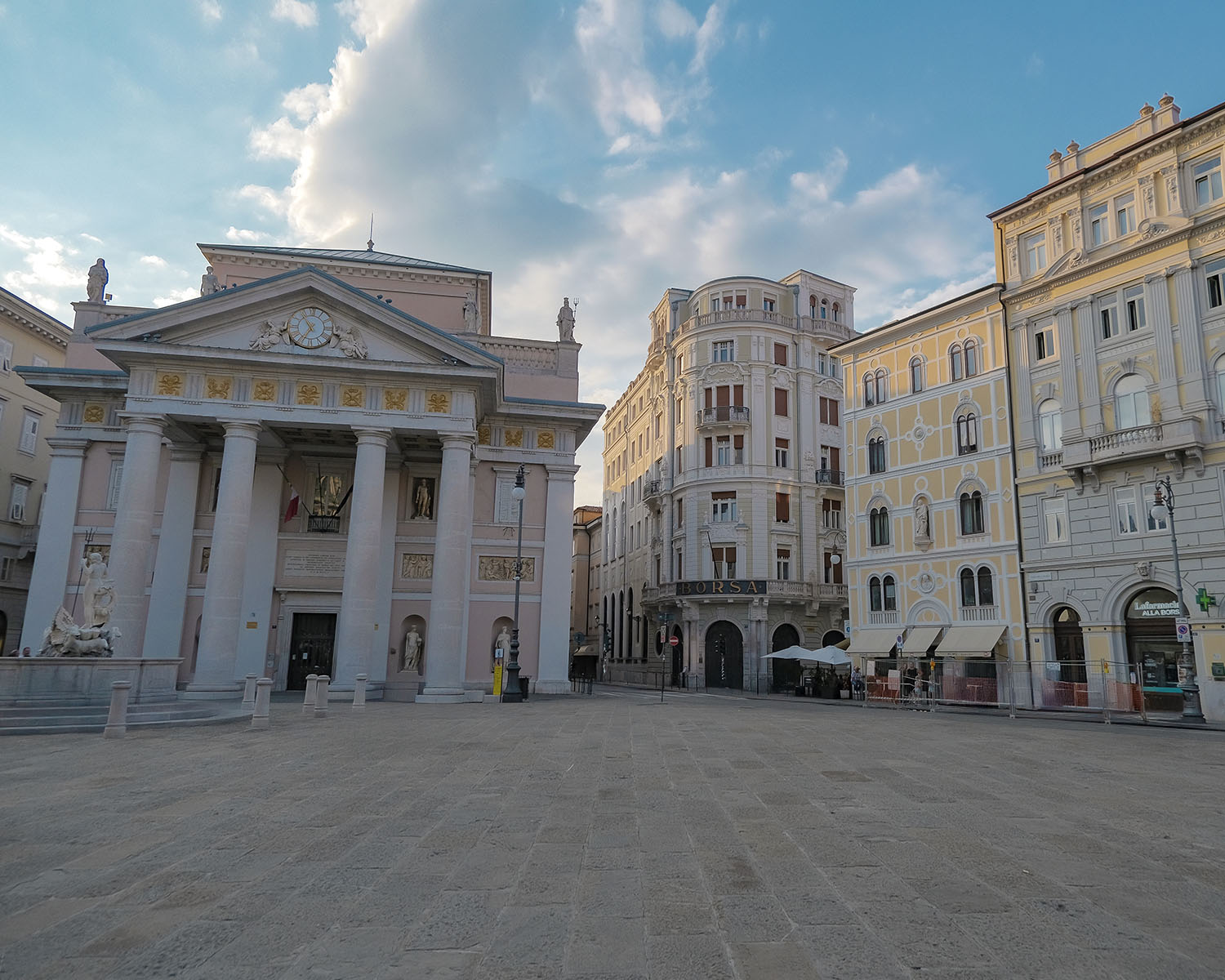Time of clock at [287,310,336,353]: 6:54
